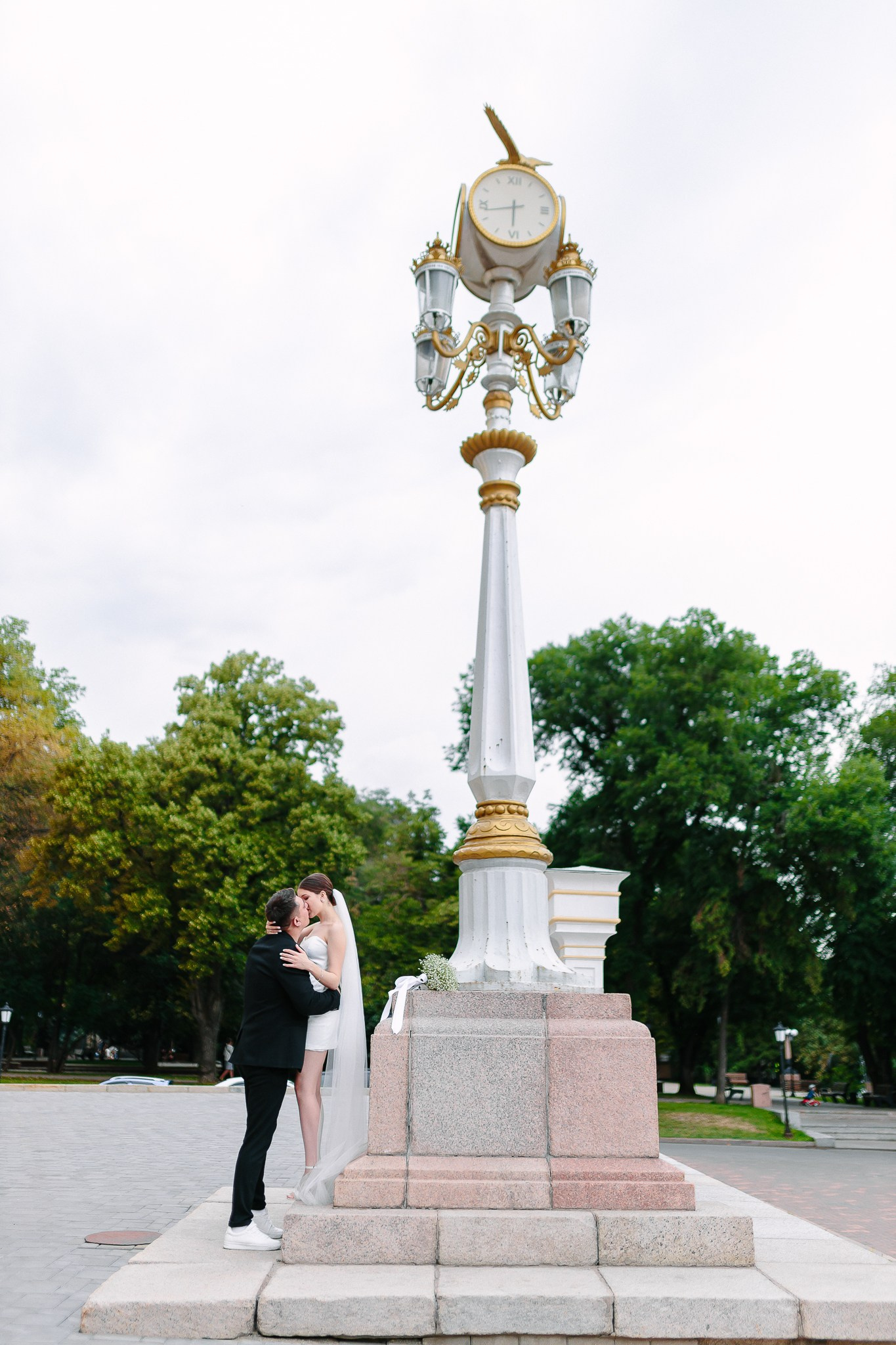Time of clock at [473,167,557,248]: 5:42
